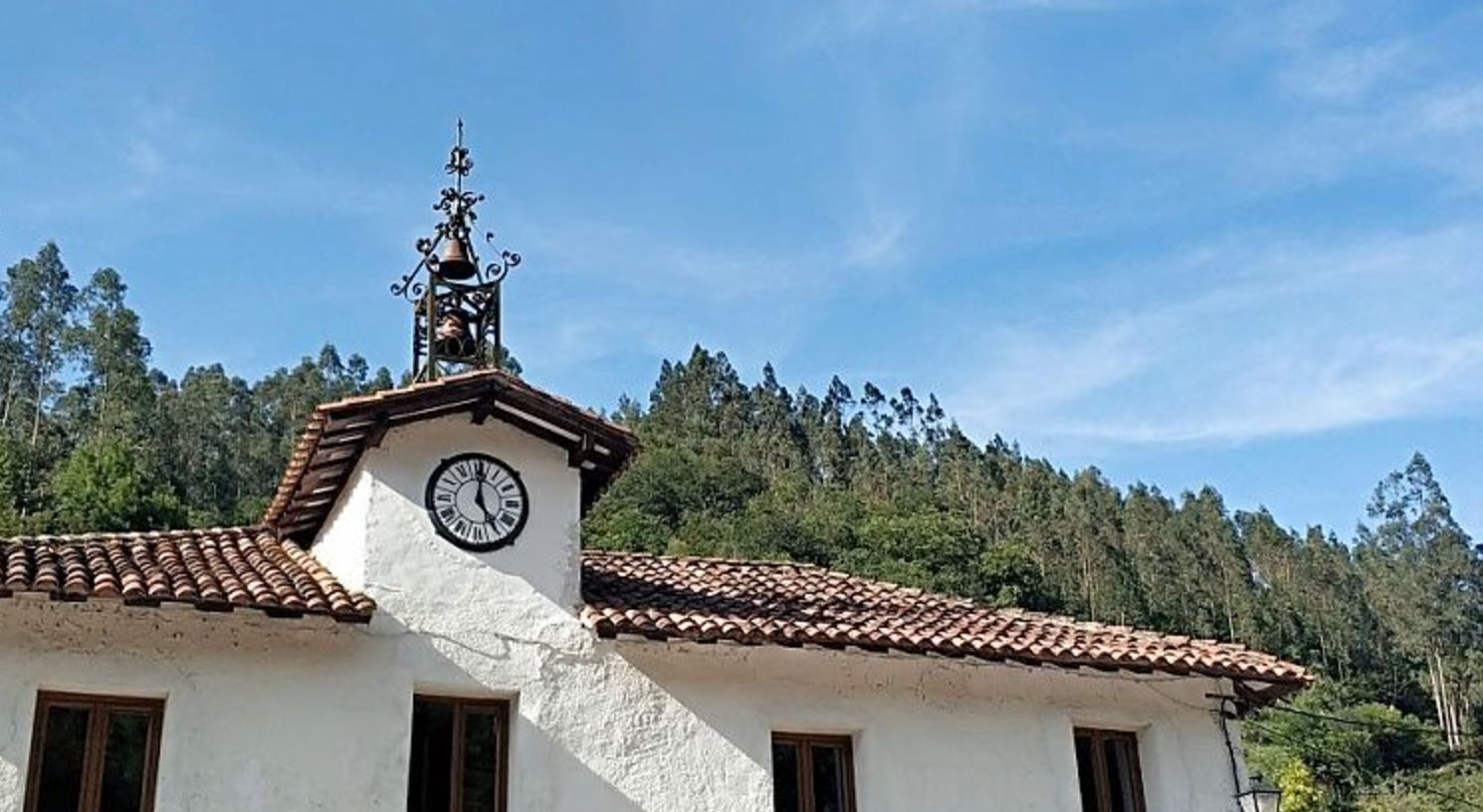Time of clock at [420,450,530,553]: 5:00
